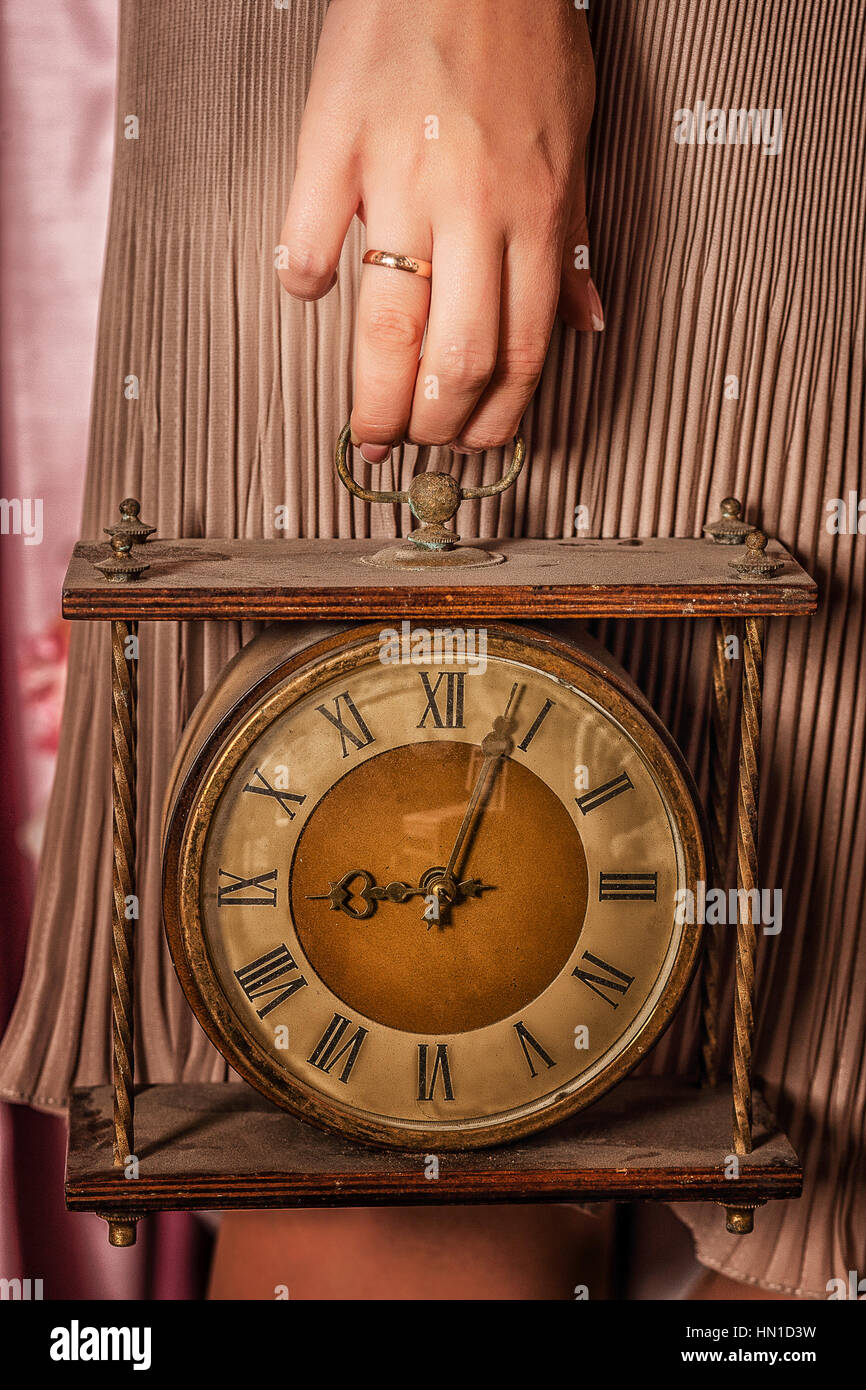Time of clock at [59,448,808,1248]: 9:03
